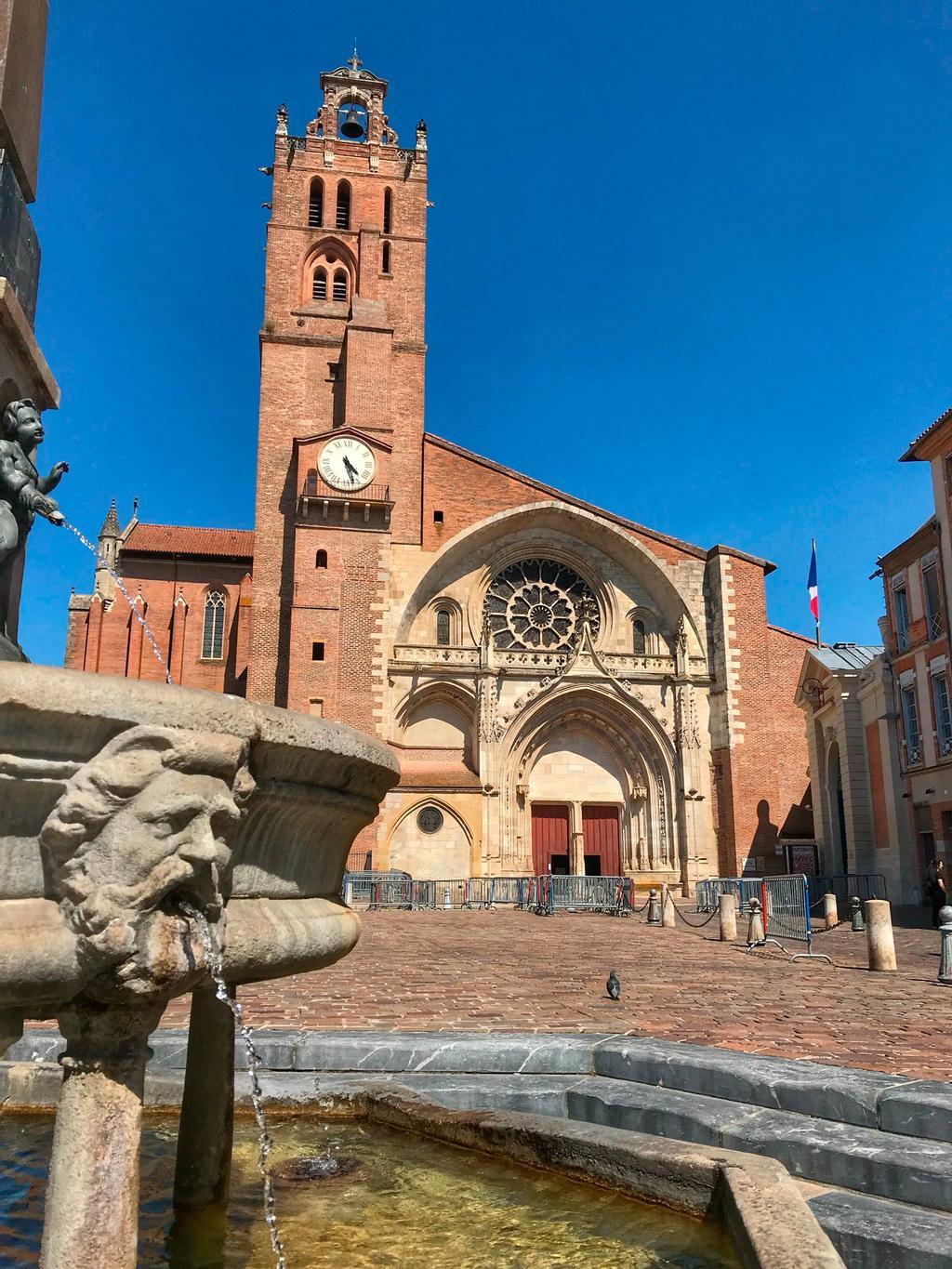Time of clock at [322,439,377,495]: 4:27
